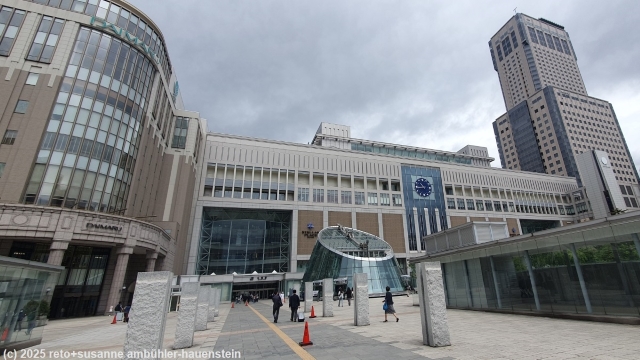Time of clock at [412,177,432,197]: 10:44
